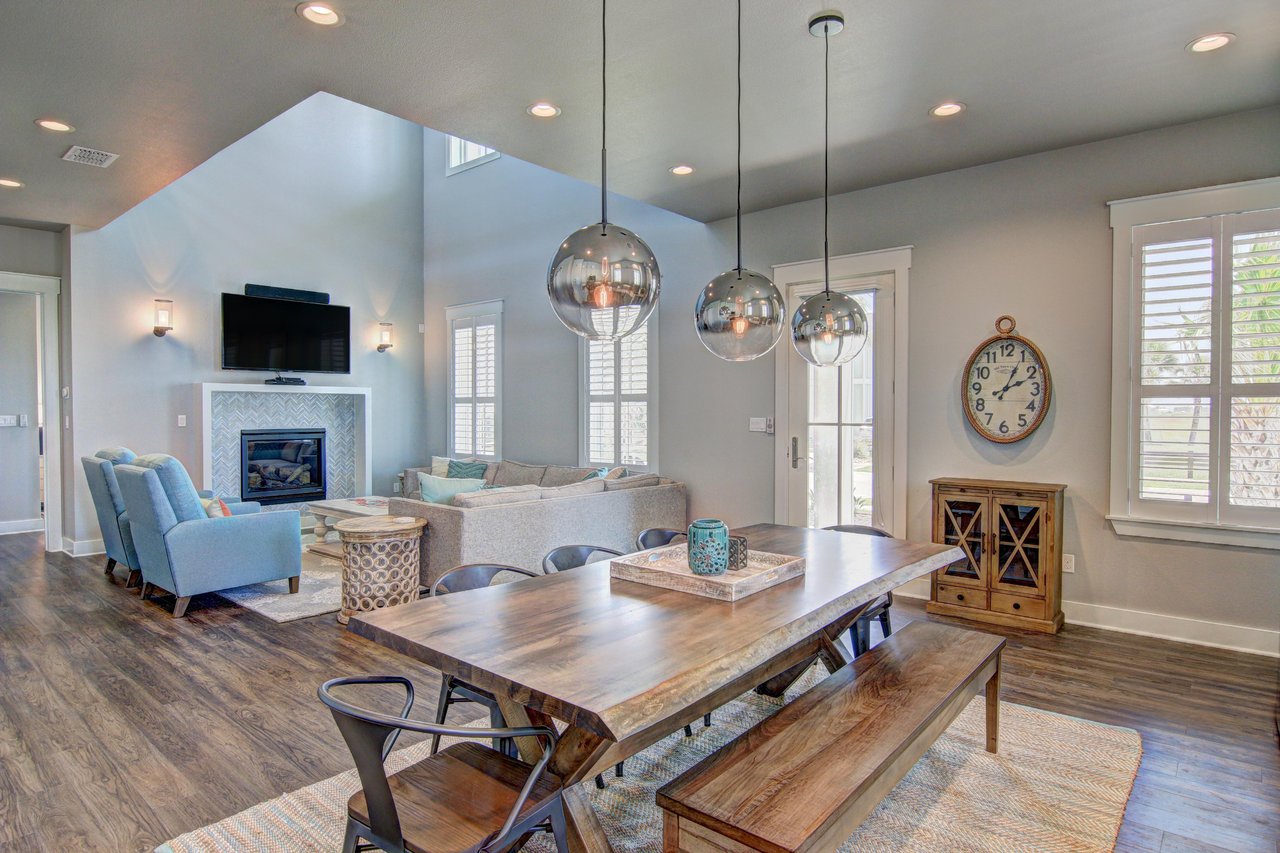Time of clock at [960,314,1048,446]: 1:11
